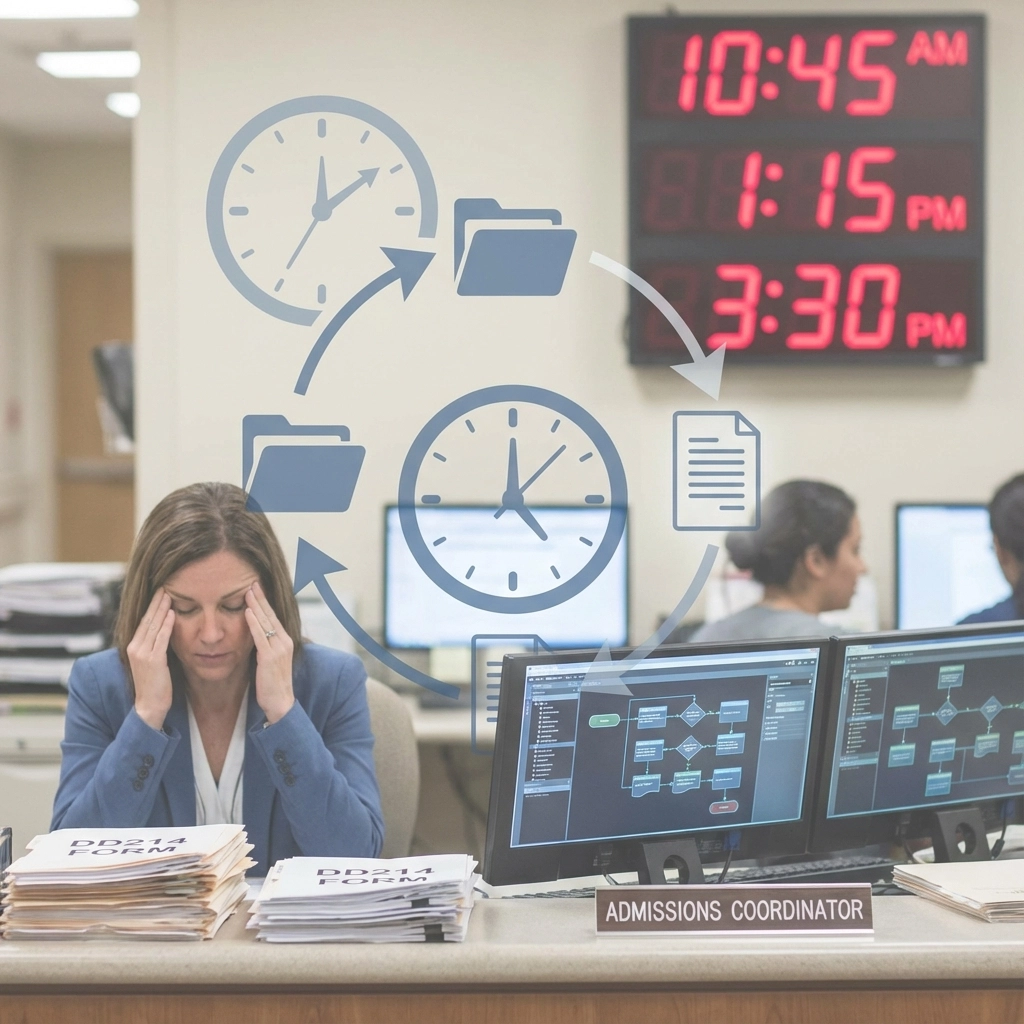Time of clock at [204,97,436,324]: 12:09
